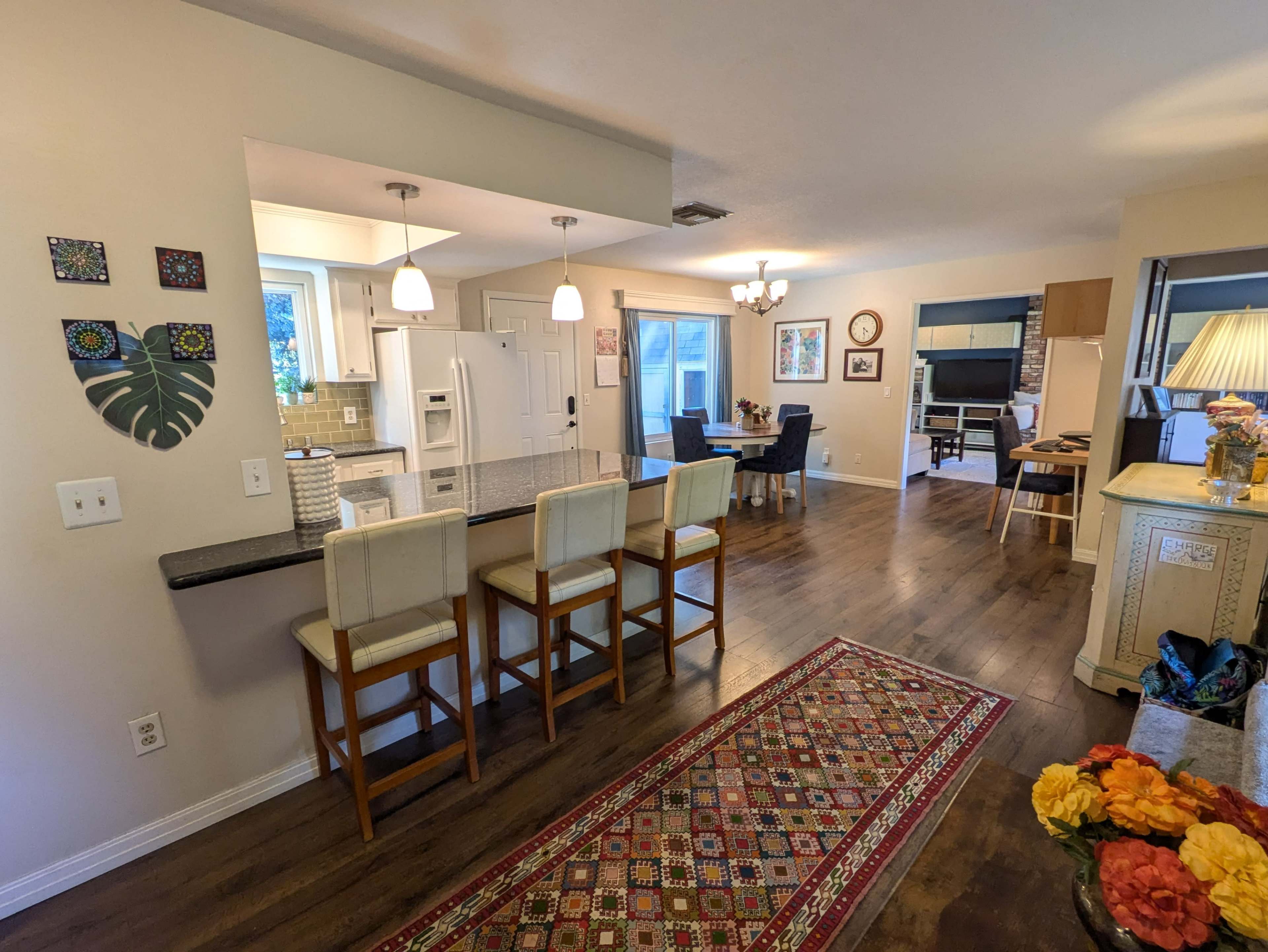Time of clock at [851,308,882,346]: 4:28
